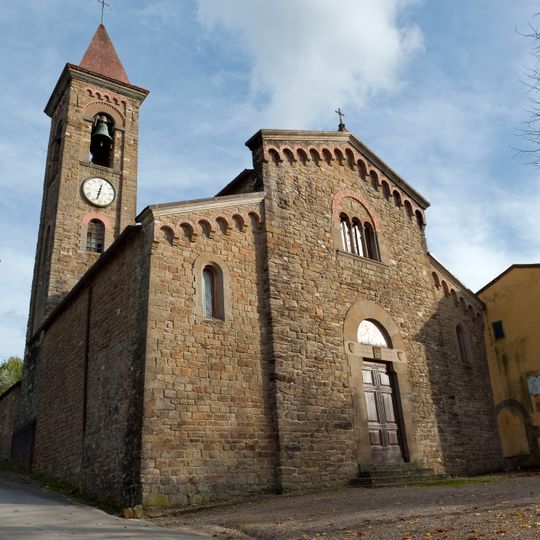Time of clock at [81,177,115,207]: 12:32
